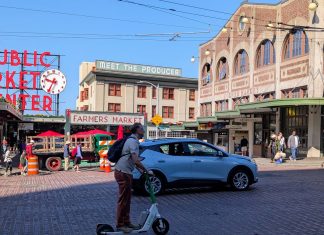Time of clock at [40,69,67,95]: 9:34
